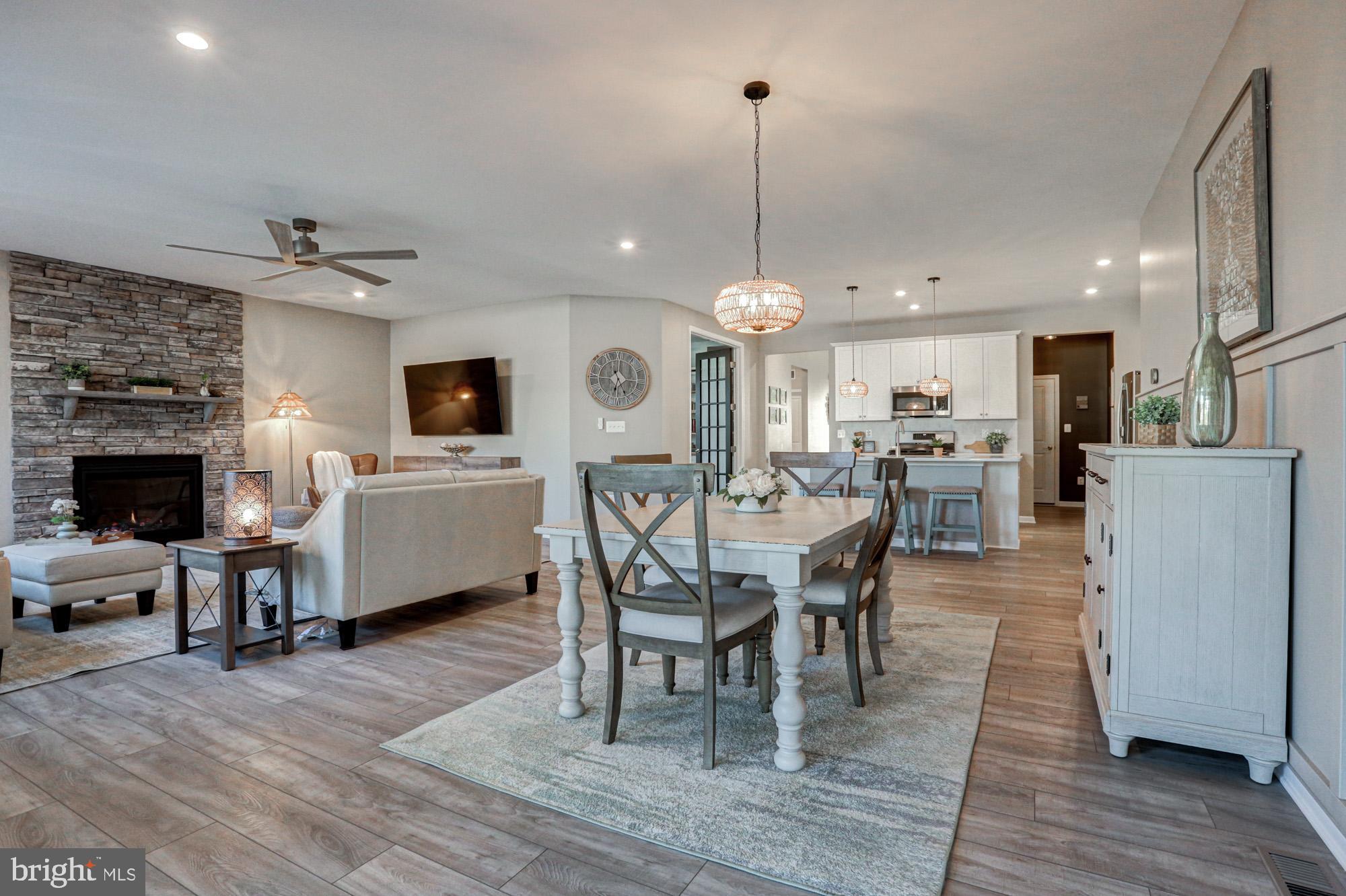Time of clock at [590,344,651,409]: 6:25
